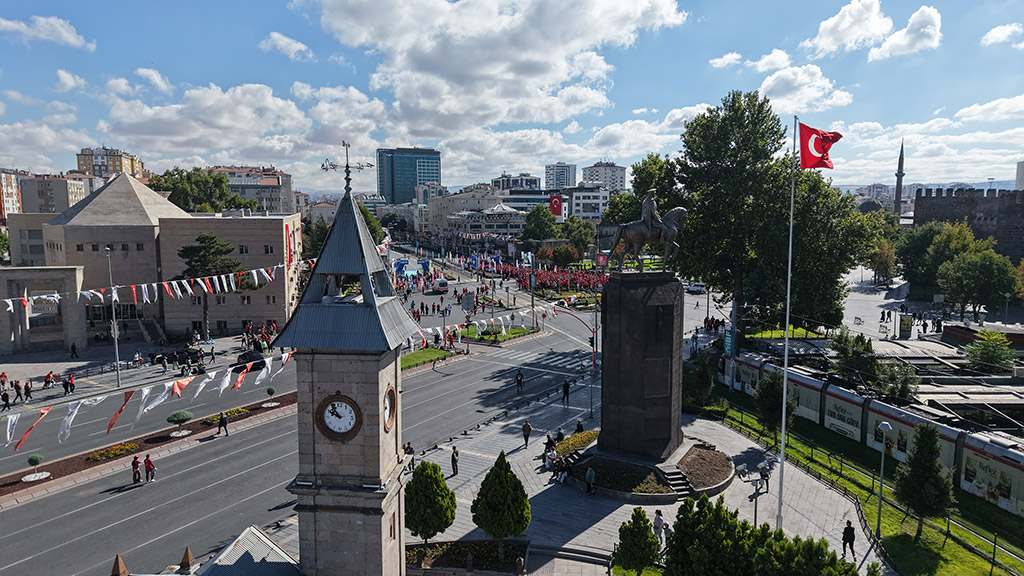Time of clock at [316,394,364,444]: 9:54
